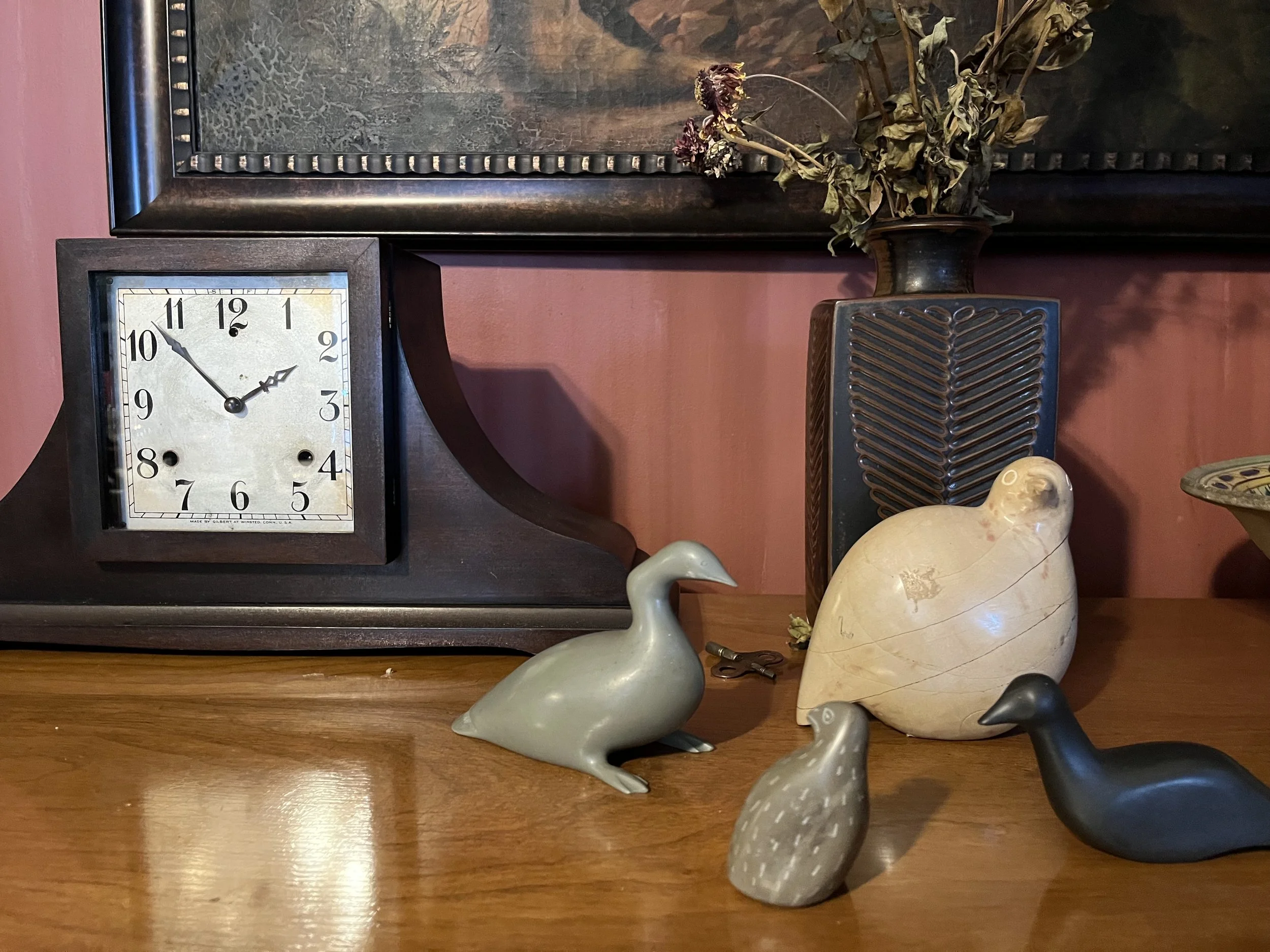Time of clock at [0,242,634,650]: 1:52
